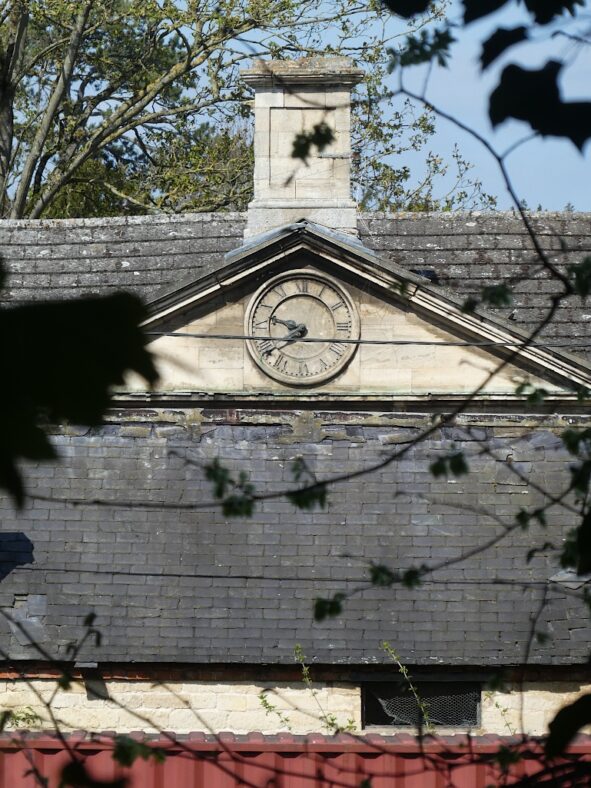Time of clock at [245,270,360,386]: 9:39
